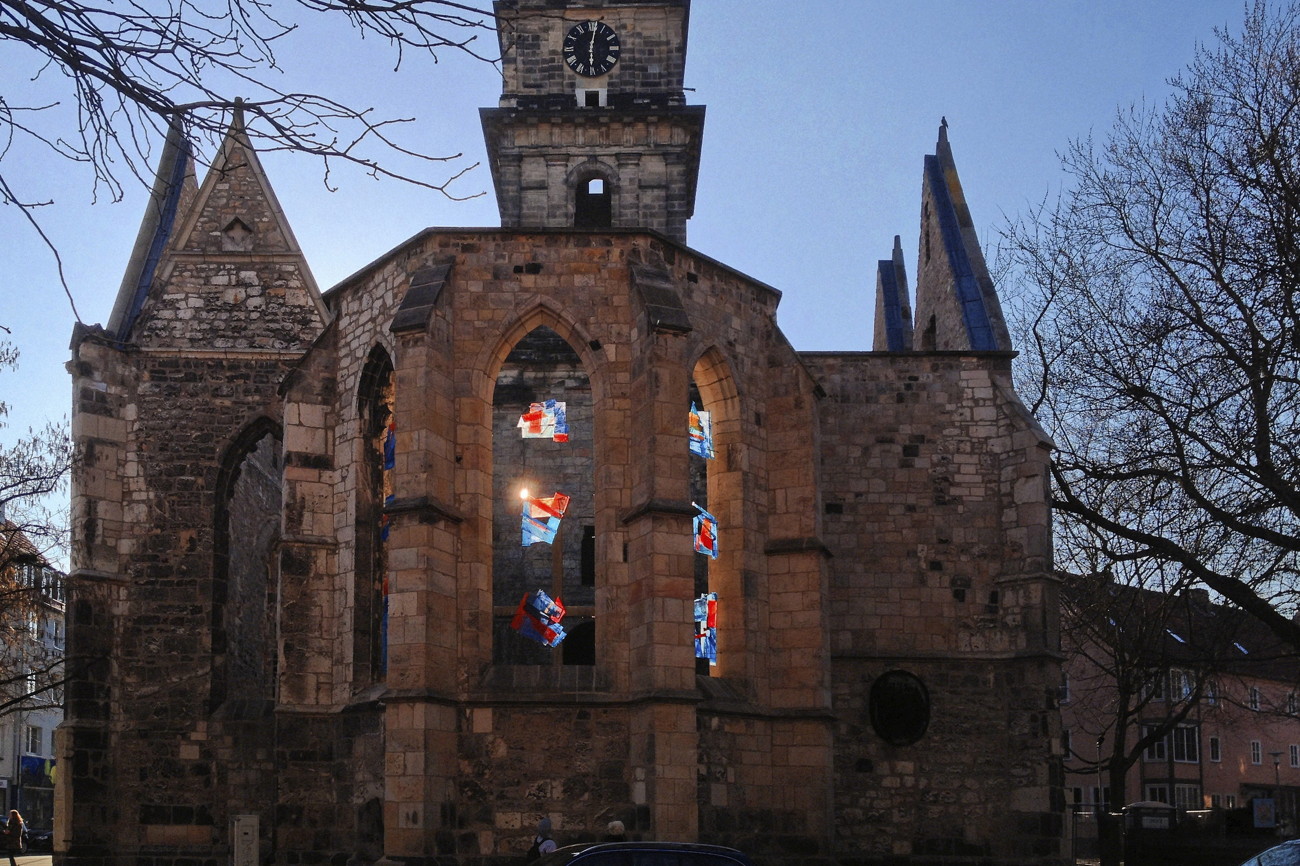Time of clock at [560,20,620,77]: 6:01
